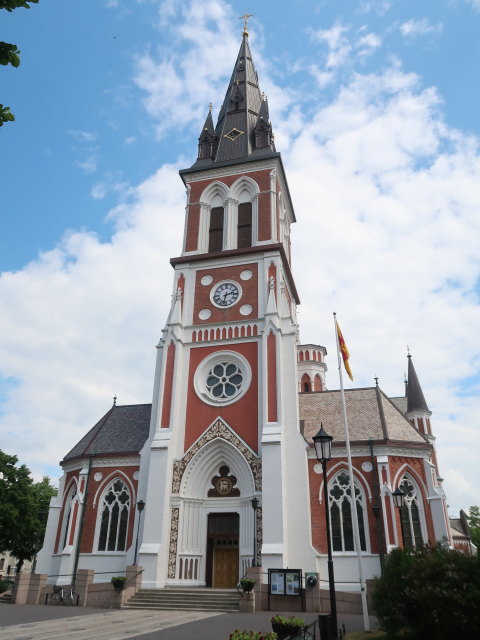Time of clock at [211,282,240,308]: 2:32
